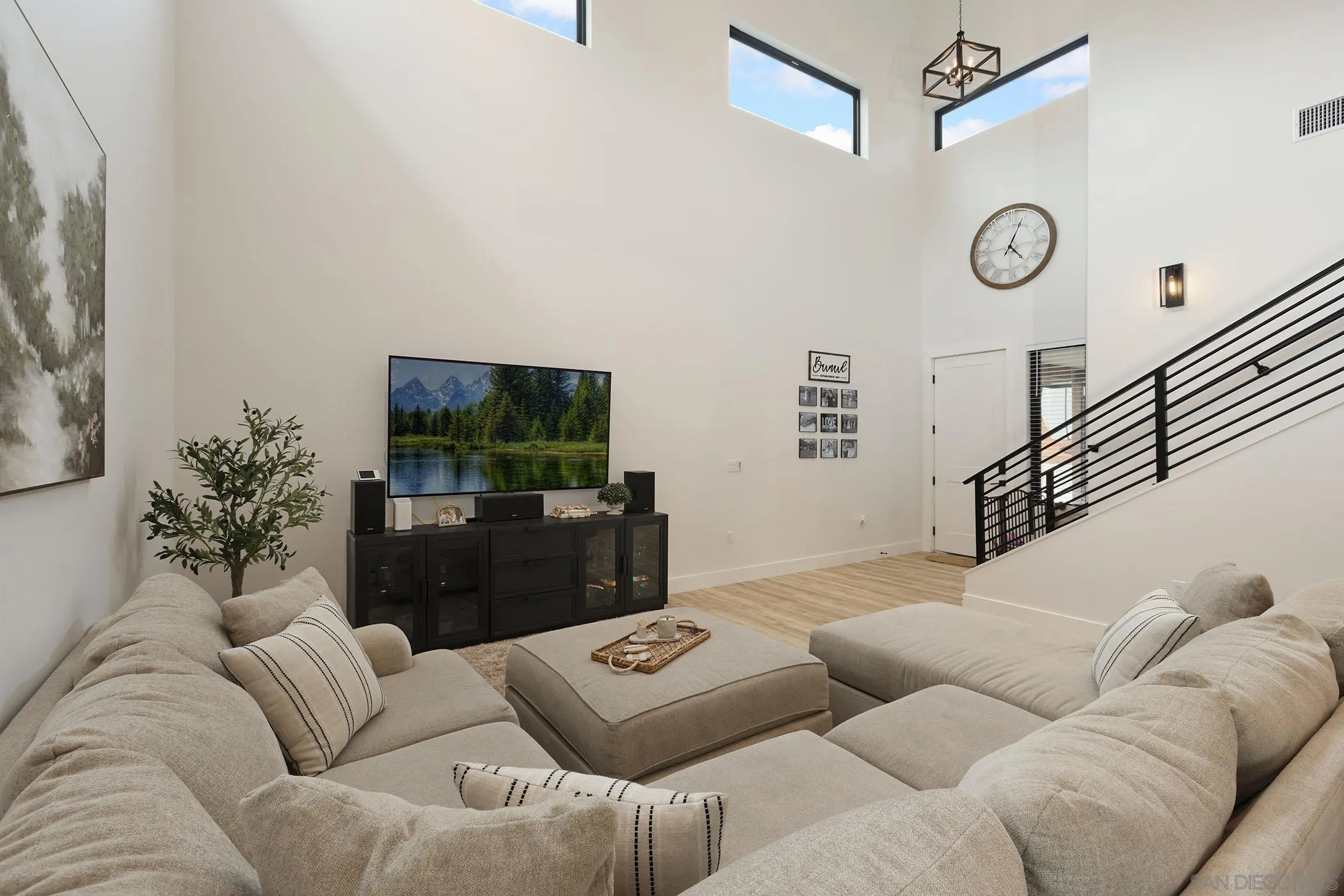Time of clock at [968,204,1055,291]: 4:04
